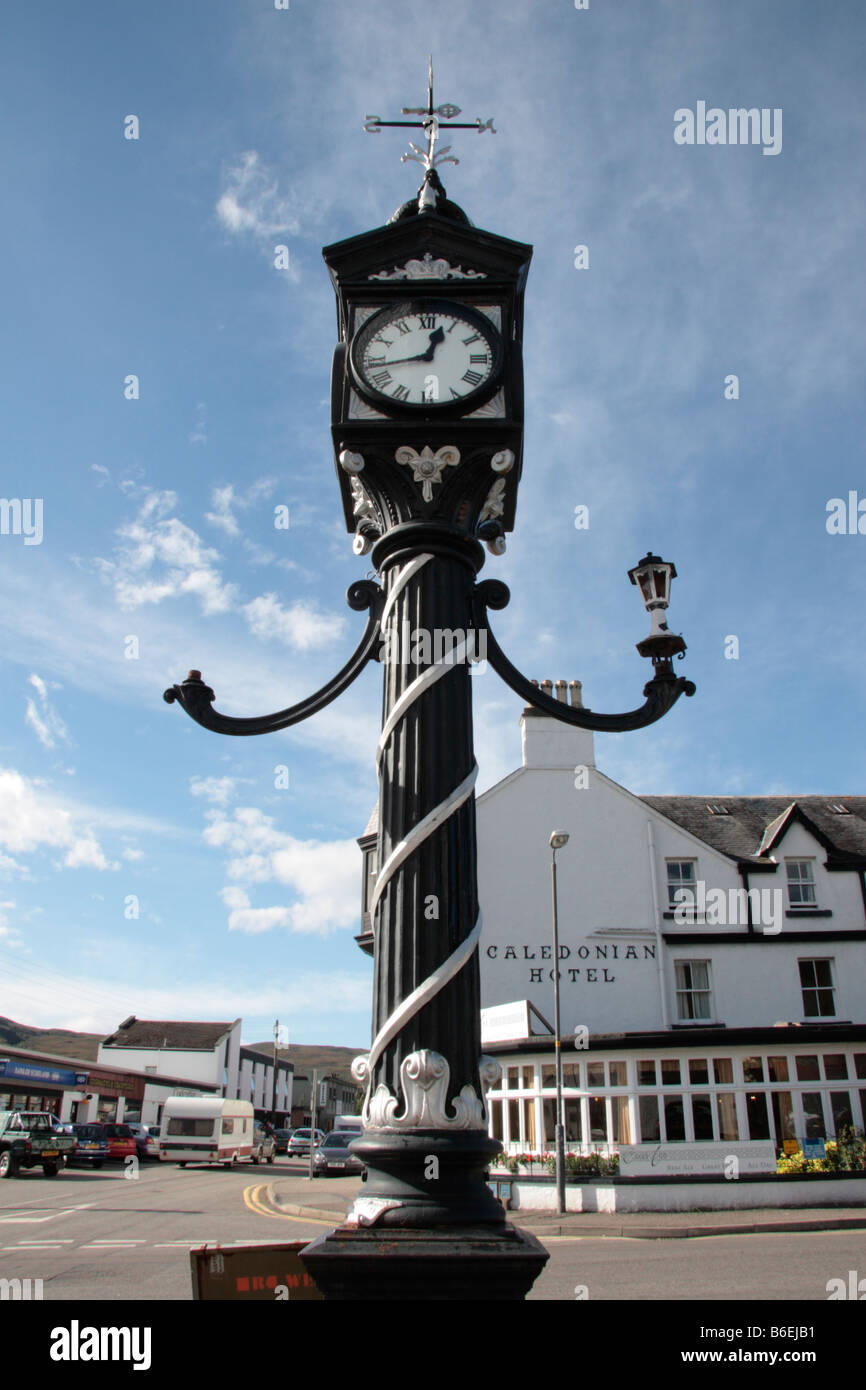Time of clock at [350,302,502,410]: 12:43
